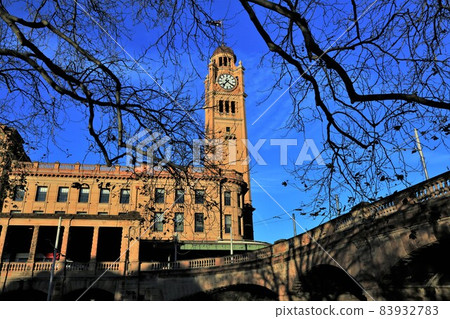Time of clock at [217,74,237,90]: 7:21
